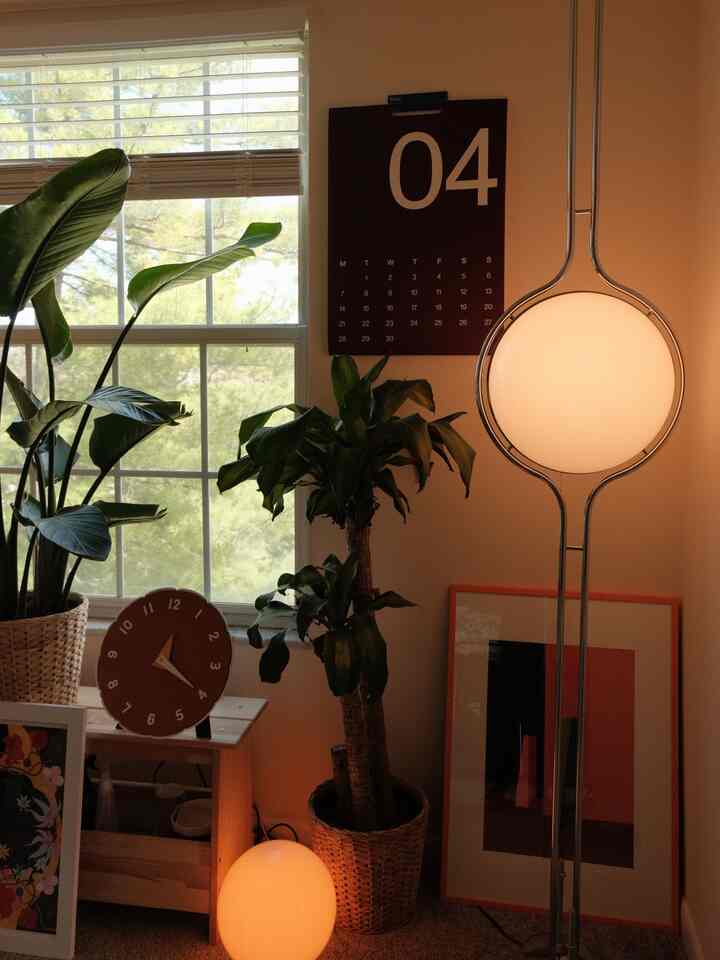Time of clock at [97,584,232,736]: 12:20
